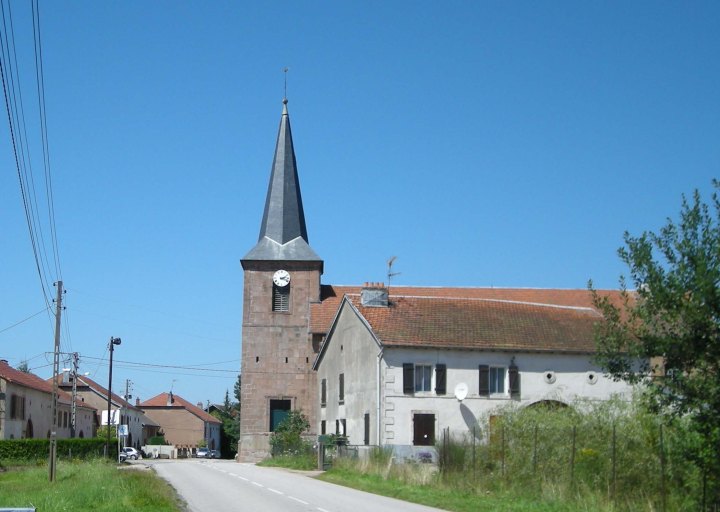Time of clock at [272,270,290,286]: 2:18
